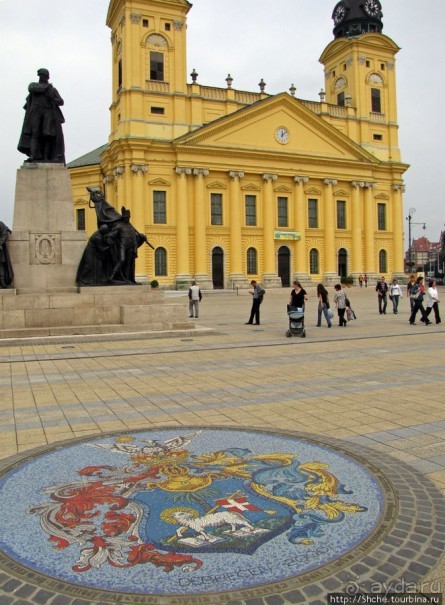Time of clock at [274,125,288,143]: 12:07
